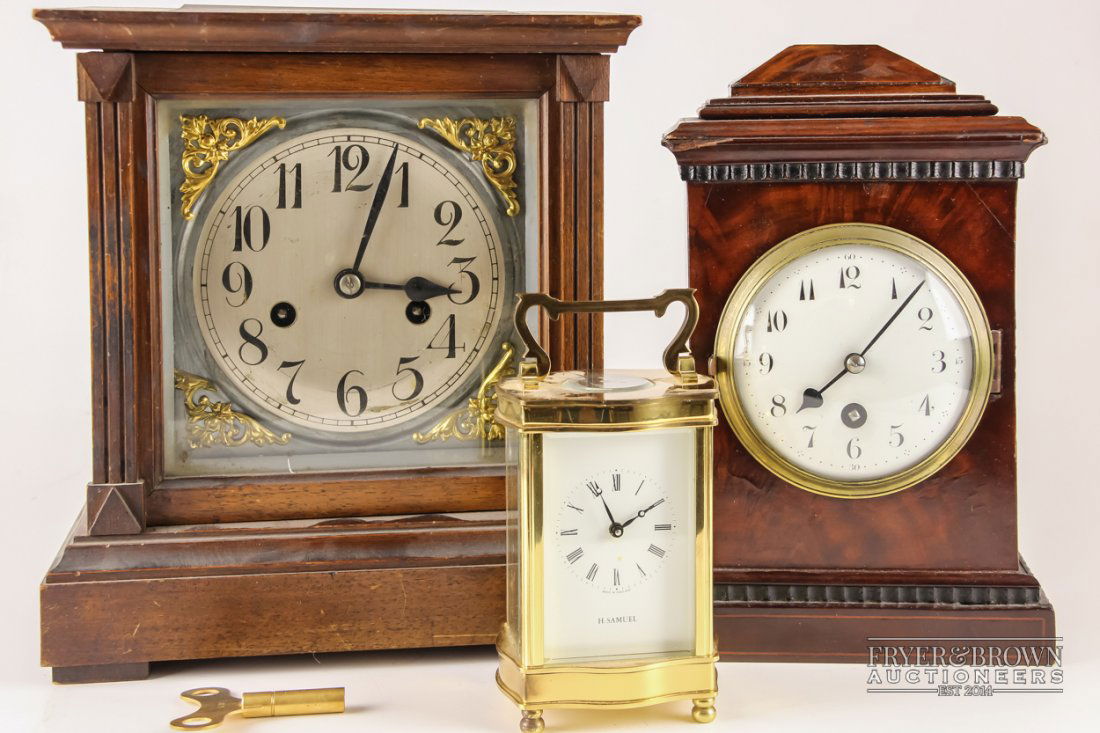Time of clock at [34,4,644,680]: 3:03
